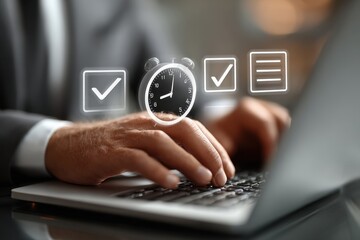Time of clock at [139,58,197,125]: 9:01
